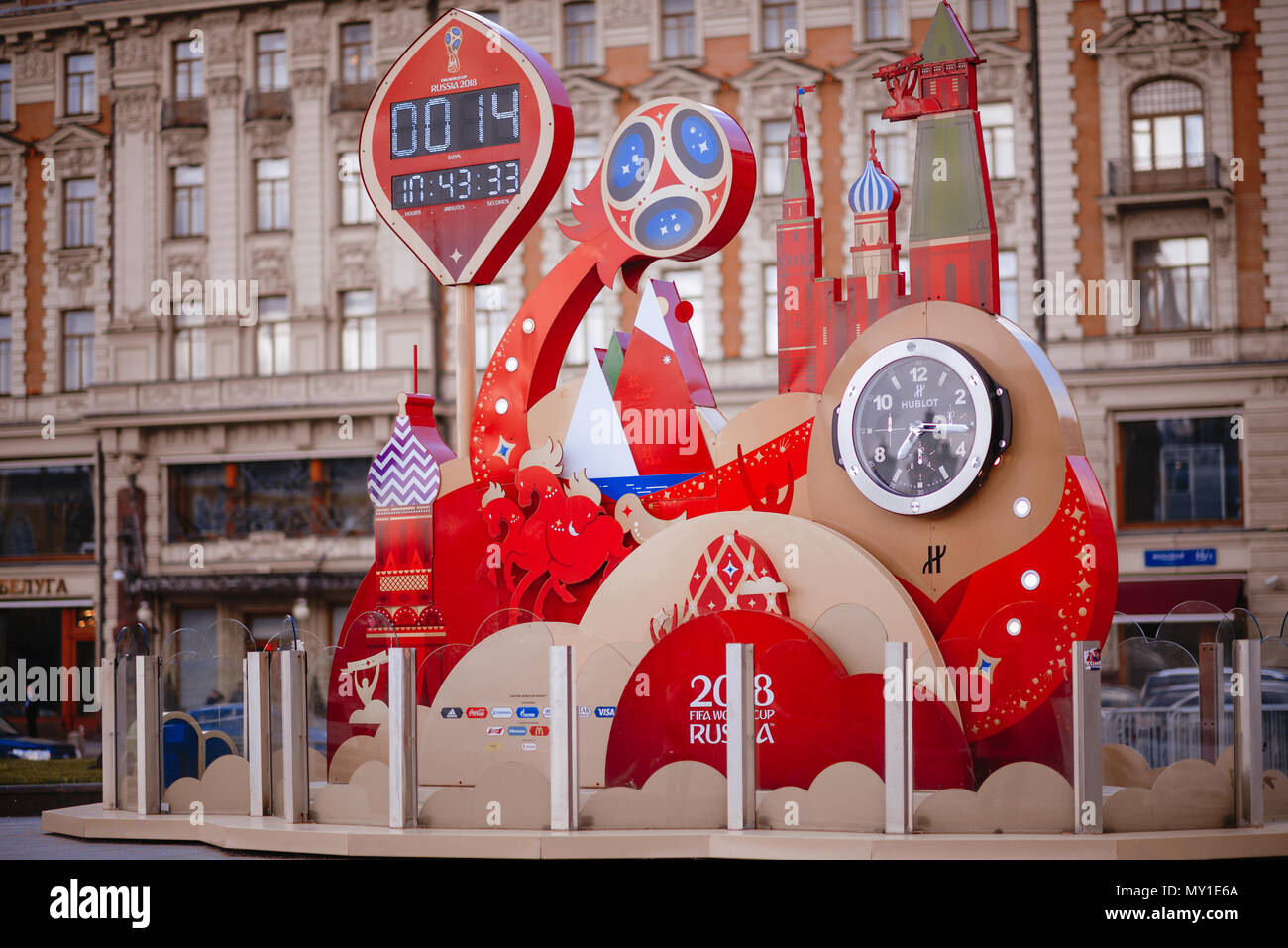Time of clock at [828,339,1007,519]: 7:15
